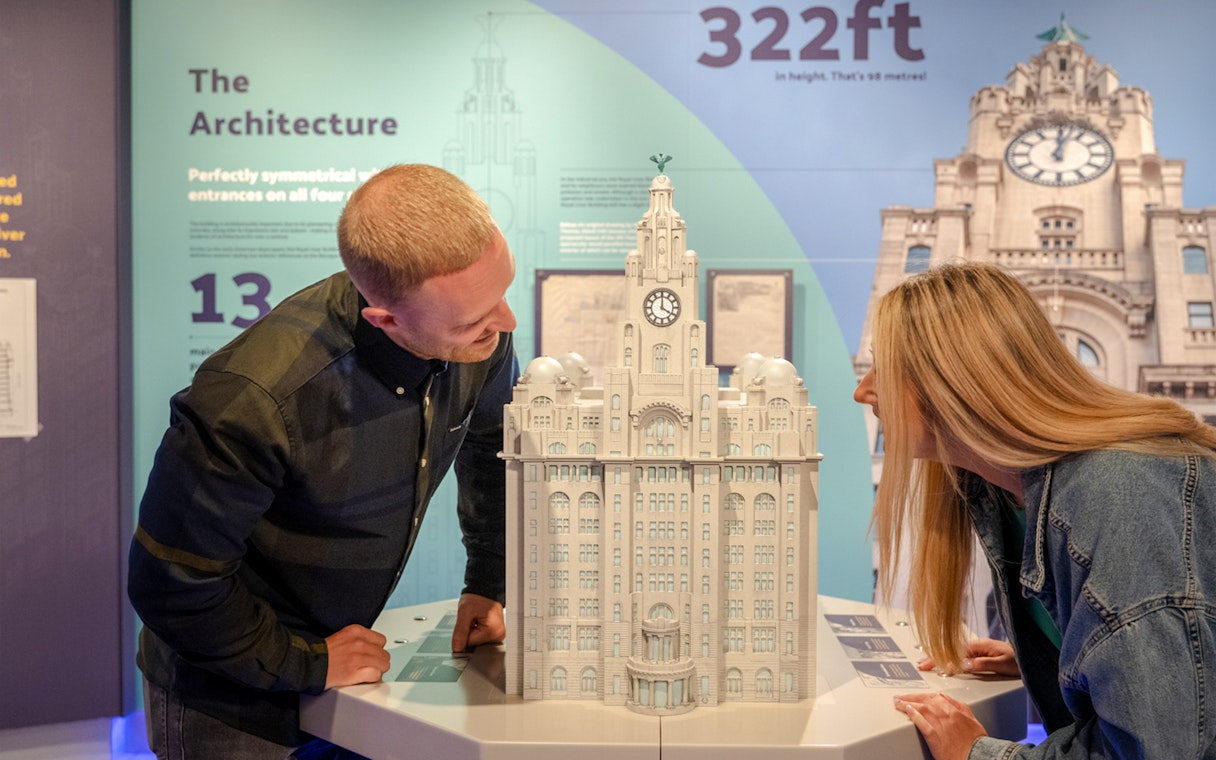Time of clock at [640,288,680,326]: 4:00
